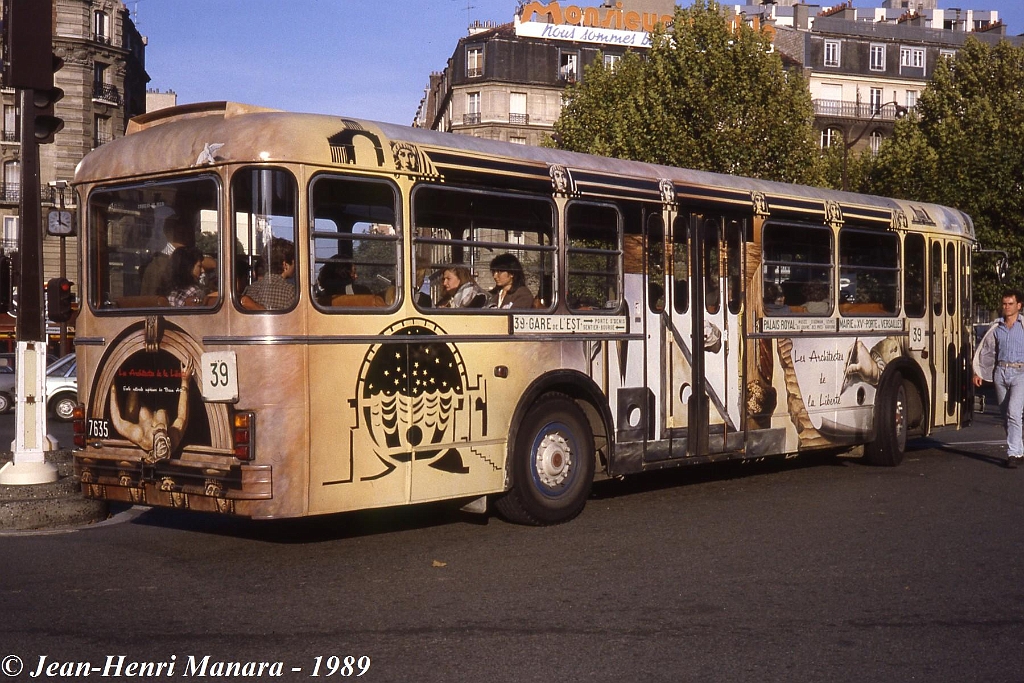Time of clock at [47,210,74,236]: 4:00
